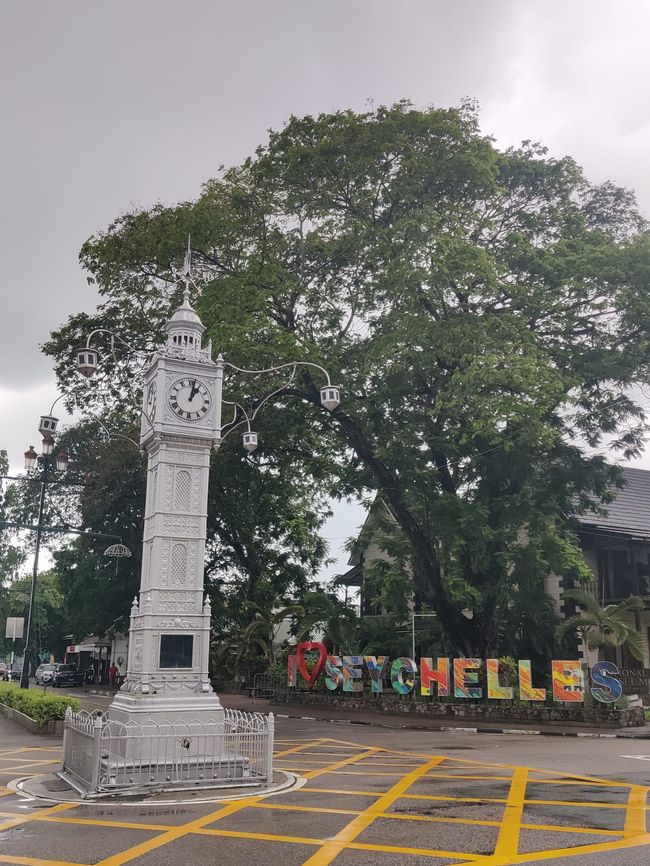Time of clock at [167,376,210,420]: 1:01
